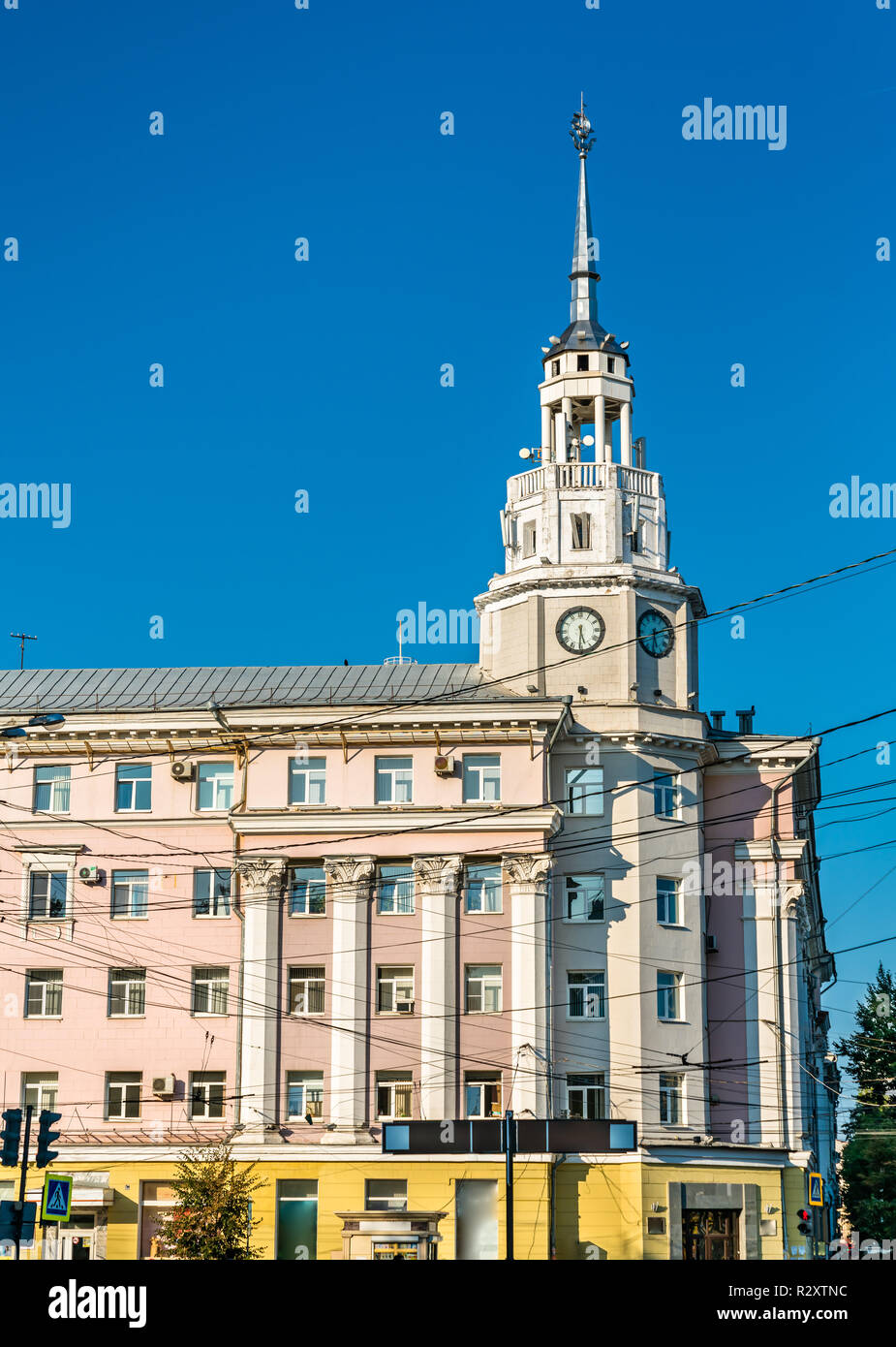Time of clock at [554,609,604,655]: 5:30
